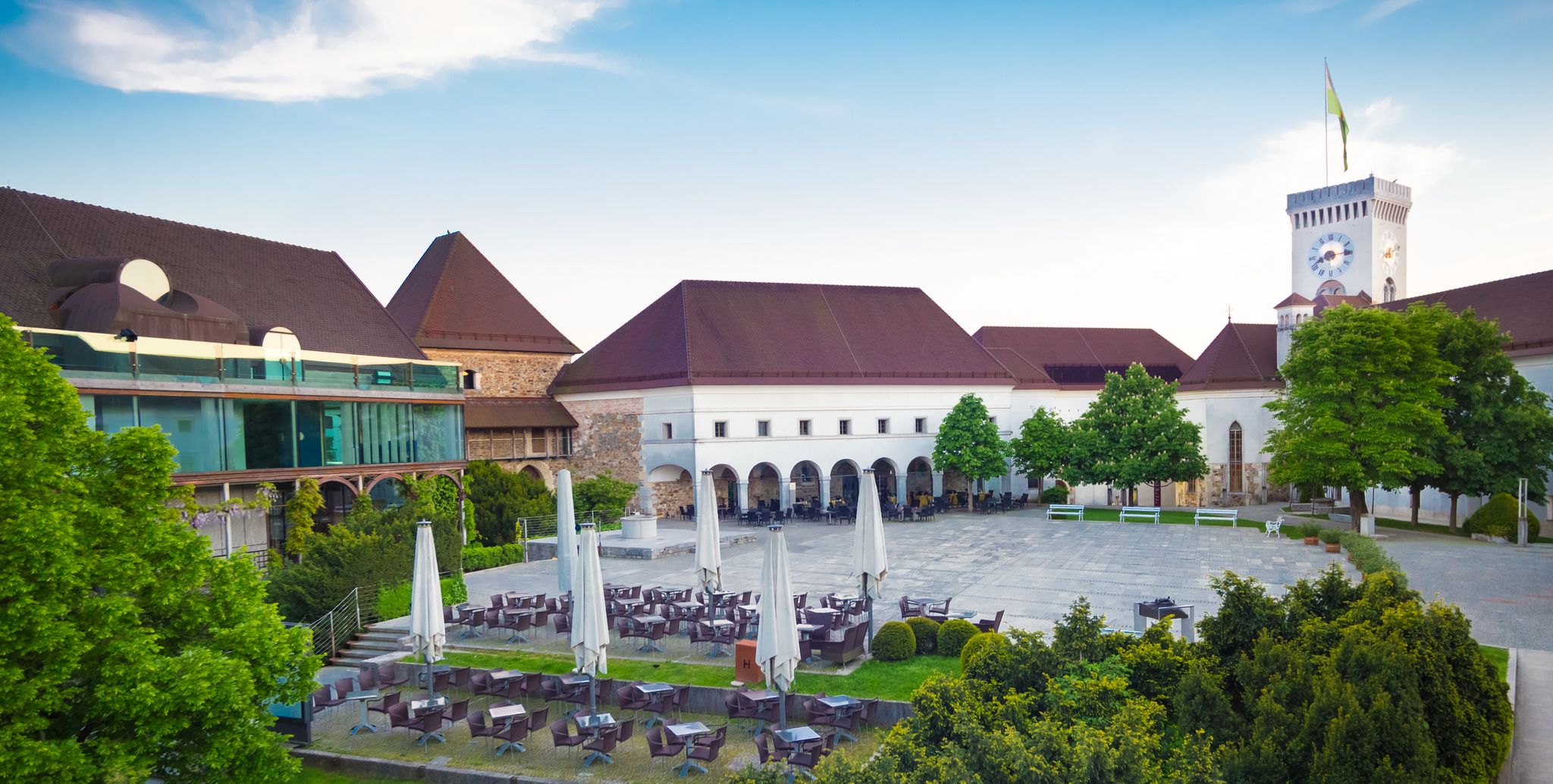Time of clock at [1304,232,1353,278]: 8:14
